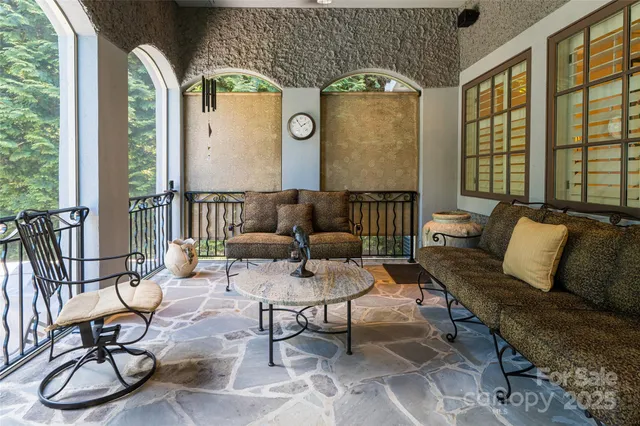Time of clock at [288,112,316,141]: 1:54
